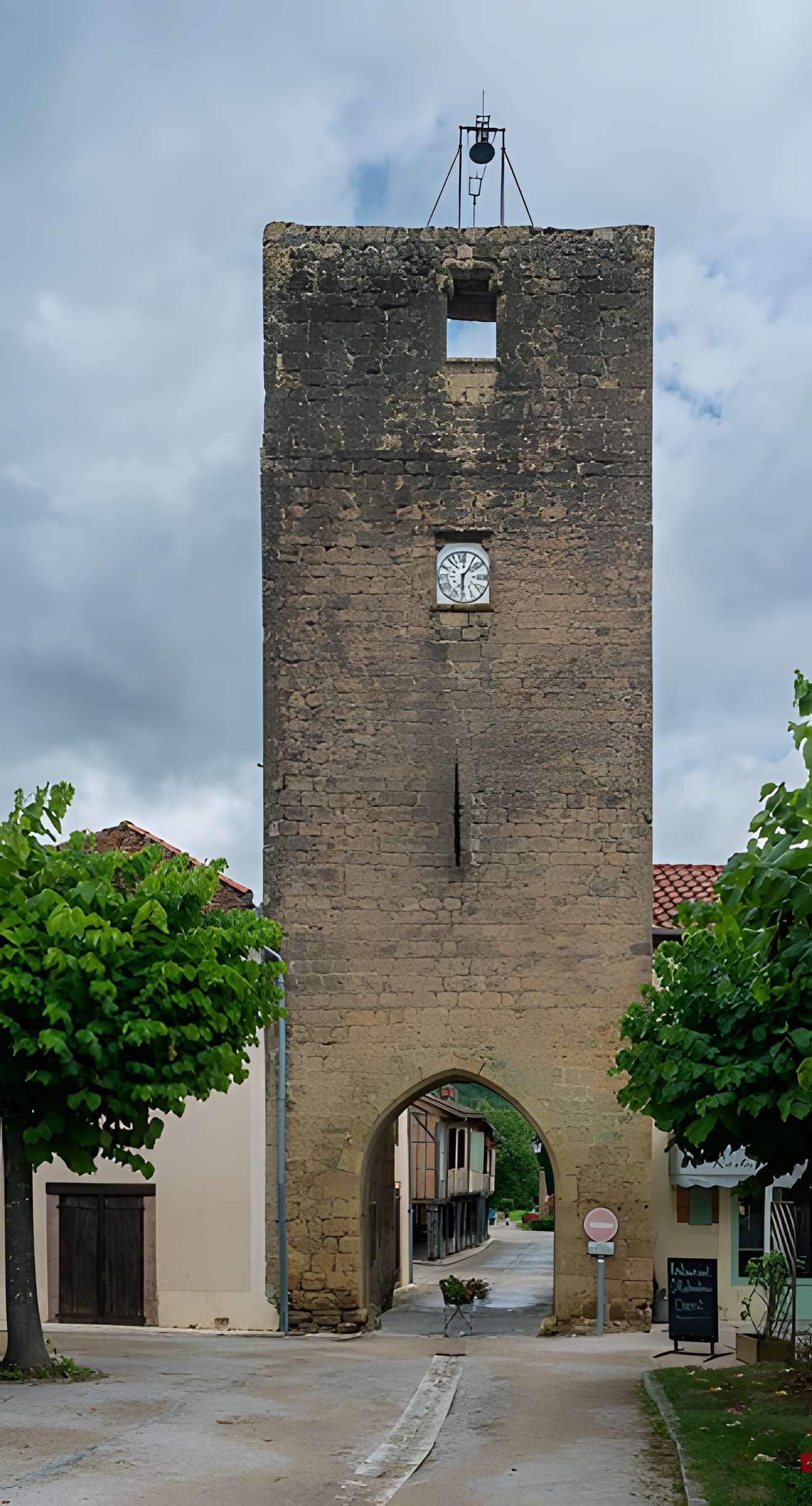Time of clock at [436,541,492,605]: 6:06
